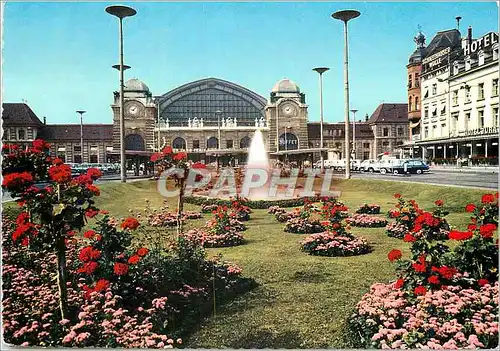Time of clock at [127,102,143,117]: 9:07
